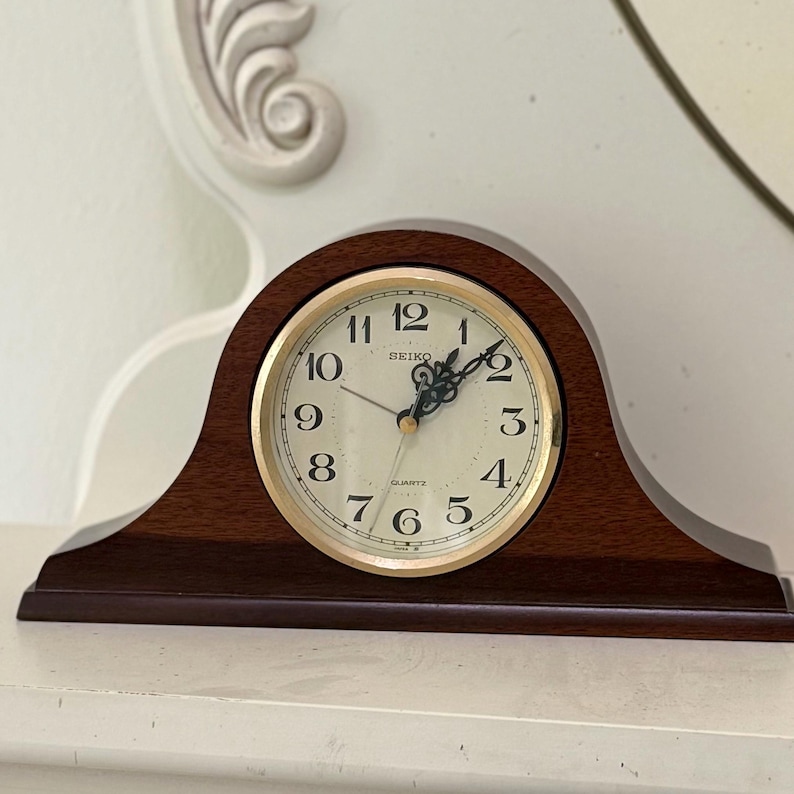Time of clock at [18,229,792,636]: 1:08
